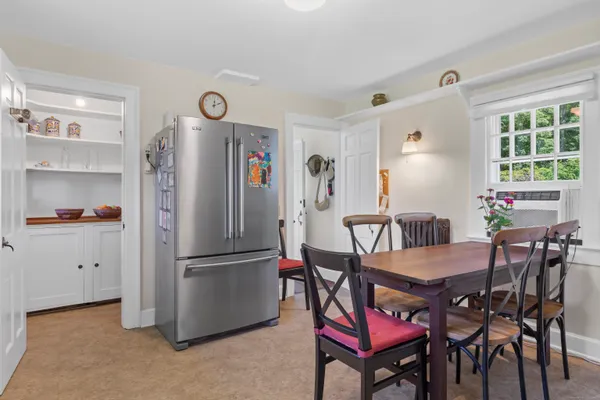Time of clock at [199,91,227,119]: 12:11
